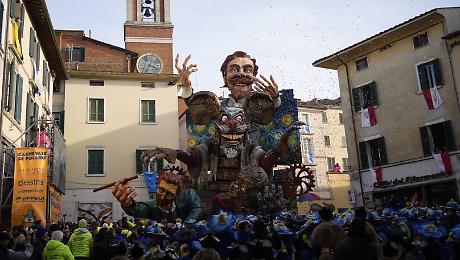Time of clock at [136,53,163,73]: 3:34
